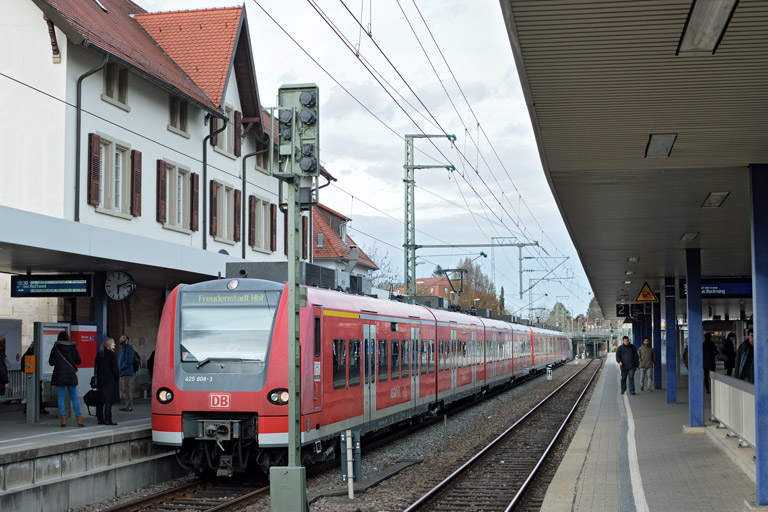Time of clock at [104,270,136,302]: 6:11
